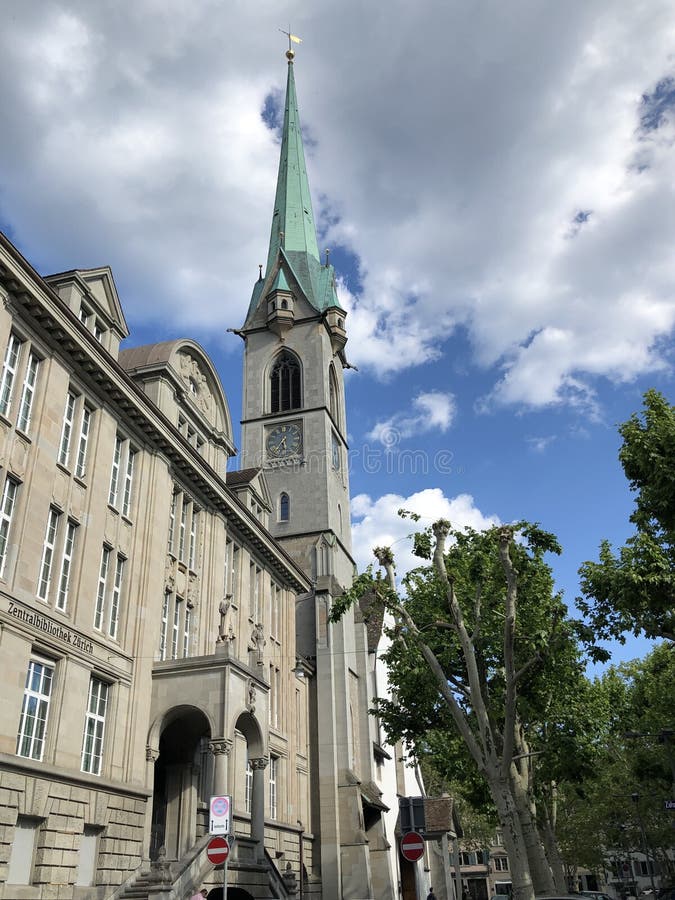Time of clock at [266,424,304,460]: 5:35
